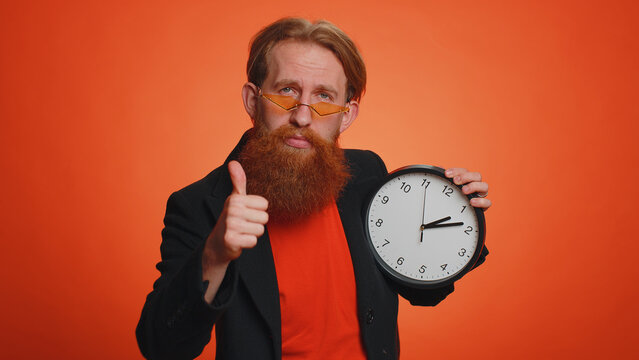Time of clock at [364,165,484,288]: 2:13
